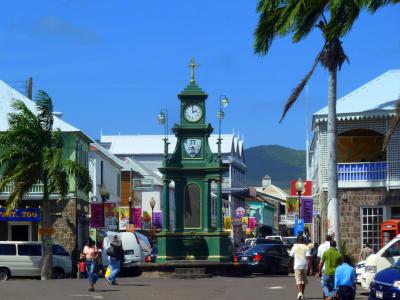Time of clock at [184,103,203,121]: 1:59
